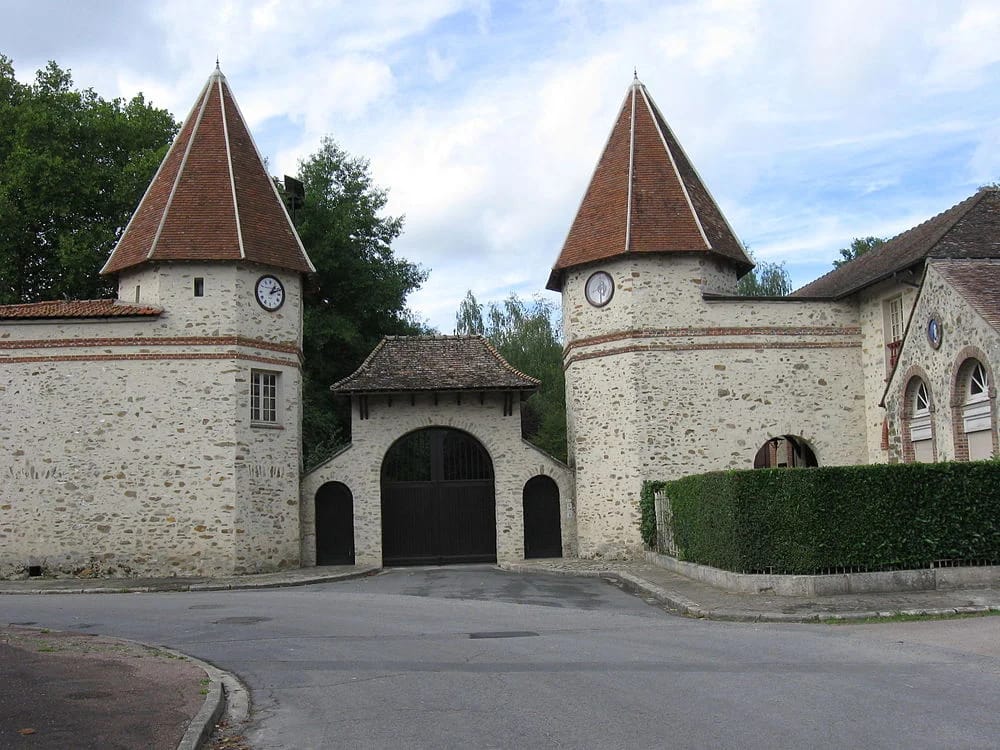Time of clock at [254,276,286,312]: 1:11
